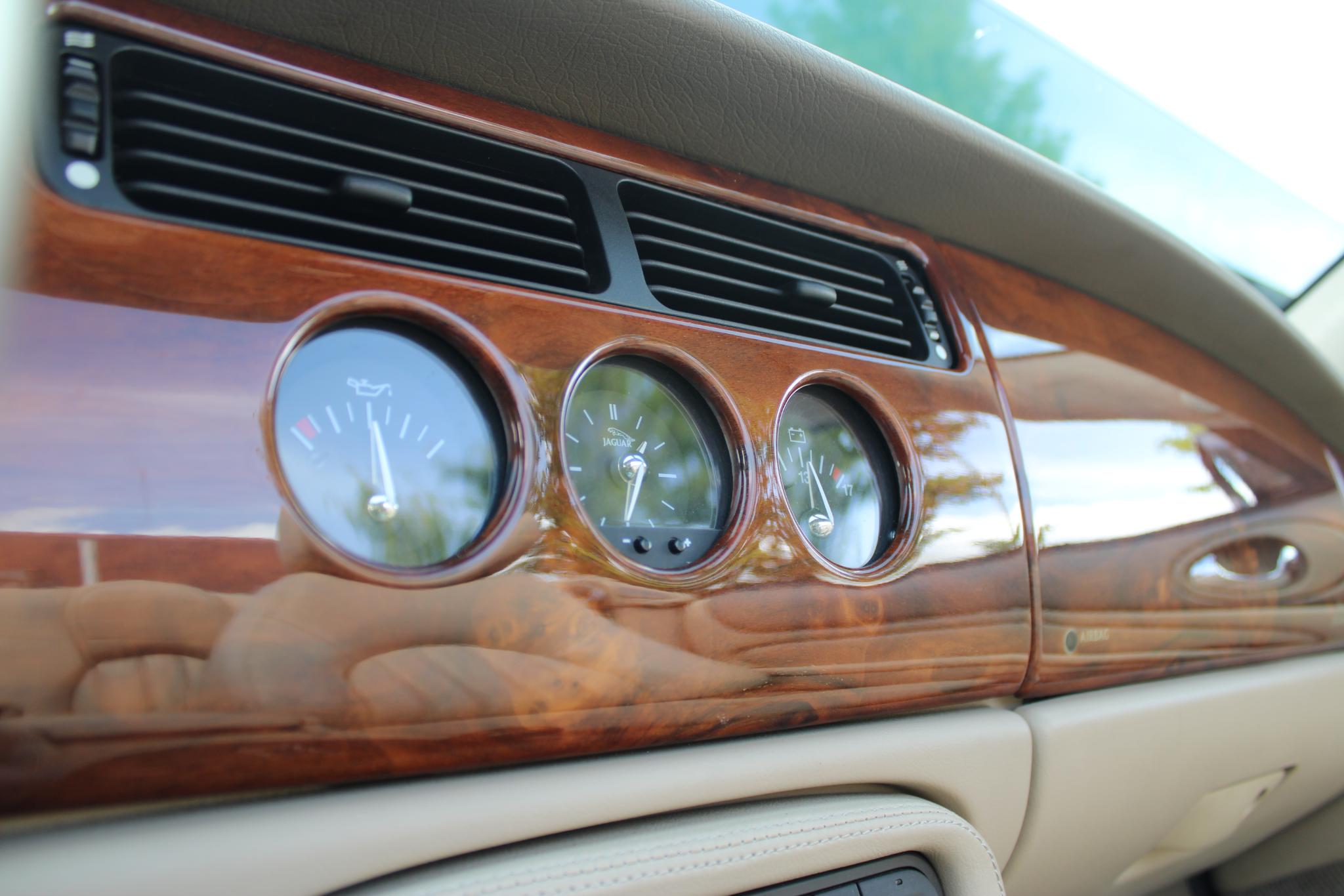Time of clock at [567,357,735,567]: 6:32
